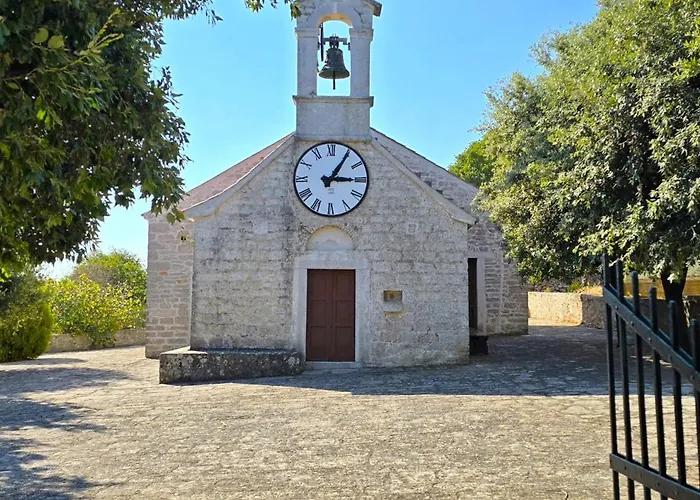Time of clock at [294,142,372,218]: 3:05
